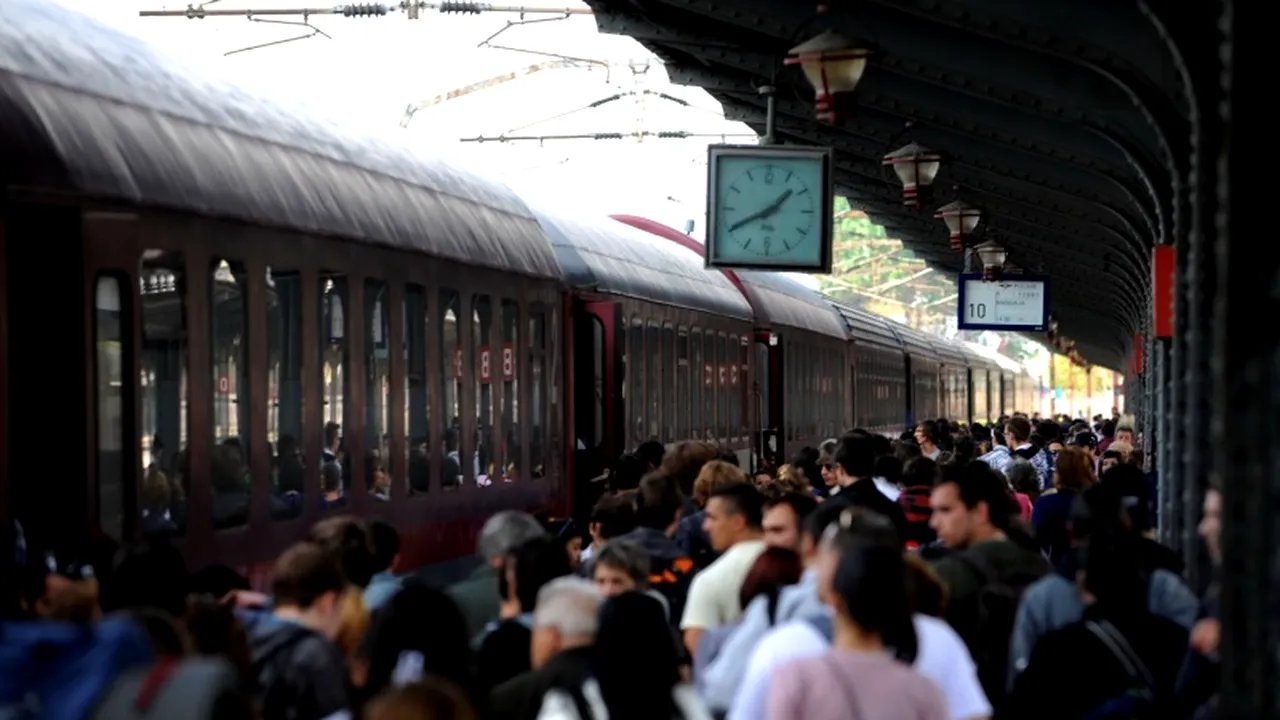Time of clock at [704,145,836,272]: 1:40
